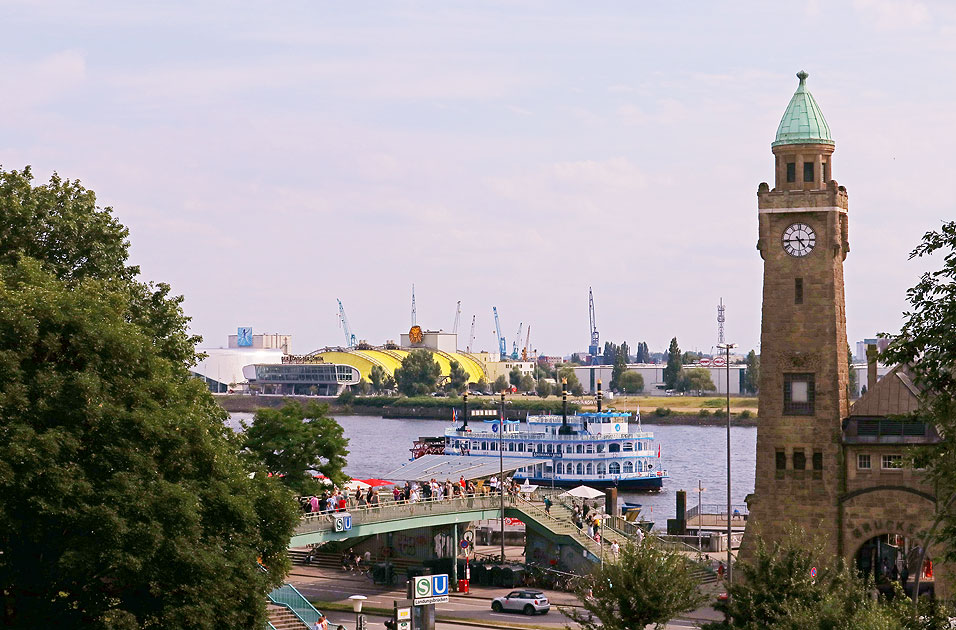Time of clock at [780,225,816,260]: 4:44
